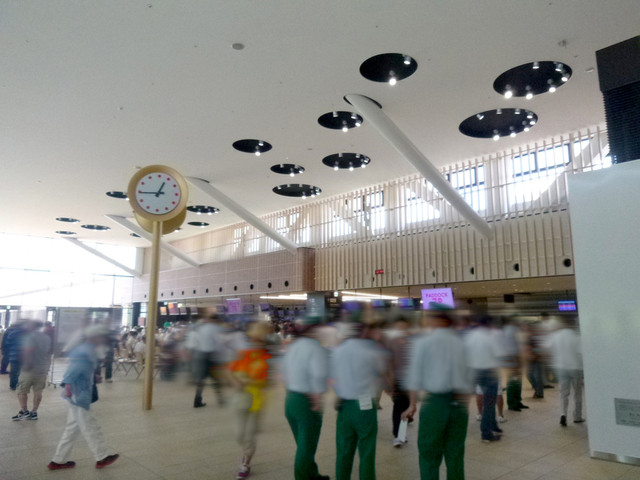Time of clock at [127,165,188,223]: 12:44
